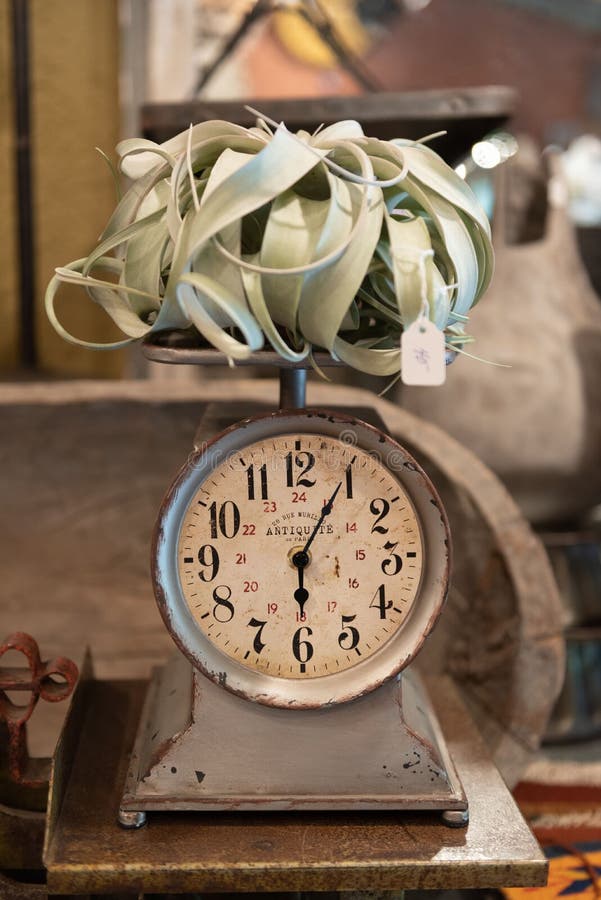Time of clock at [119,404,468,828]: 6:04
